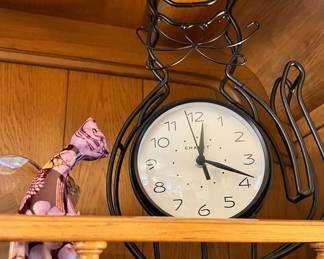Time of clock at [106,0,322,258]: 12:18
